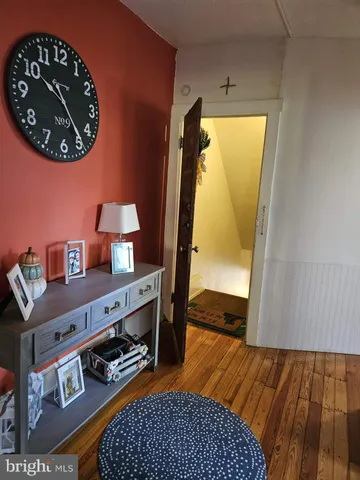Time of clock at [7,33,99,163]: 10:24
